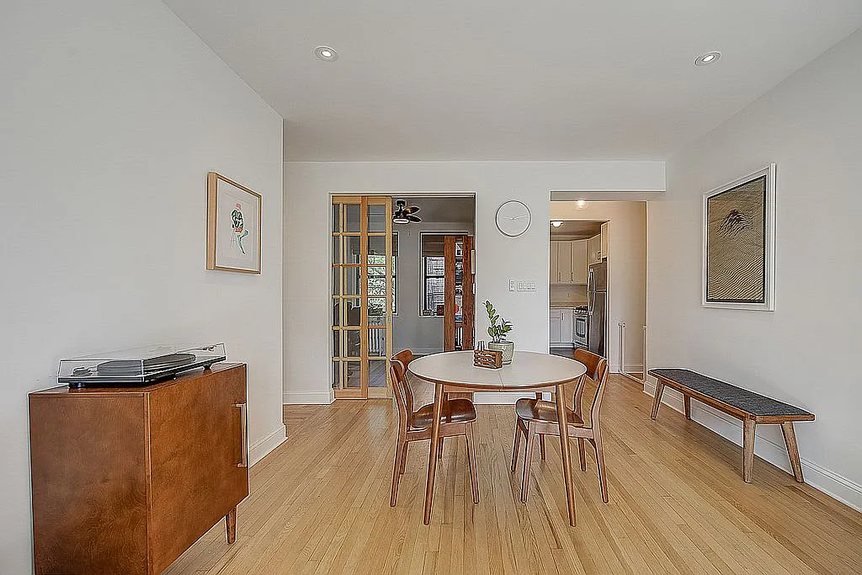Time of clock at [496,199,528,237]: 9:12
